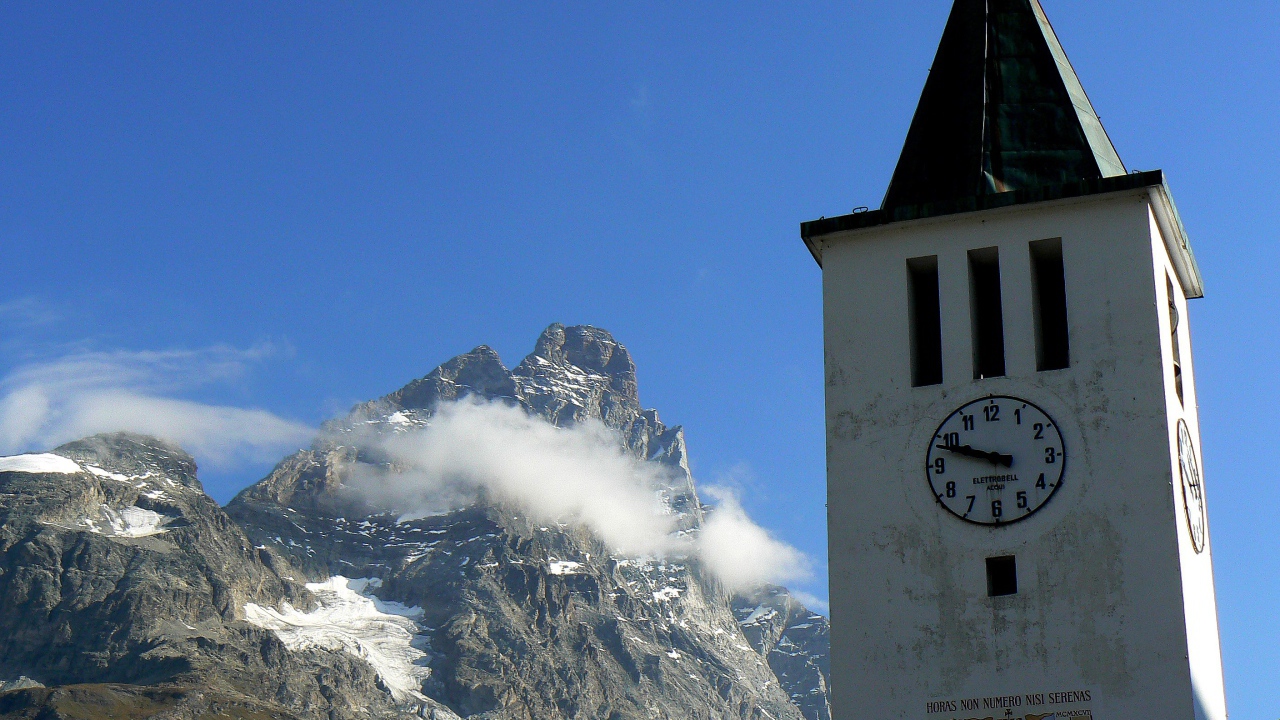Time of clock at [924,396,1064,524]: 9:48
